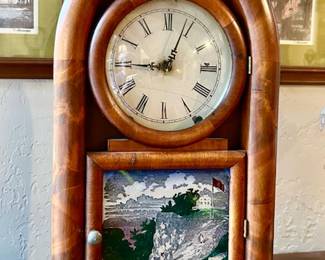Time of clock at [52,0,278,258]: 12:44
